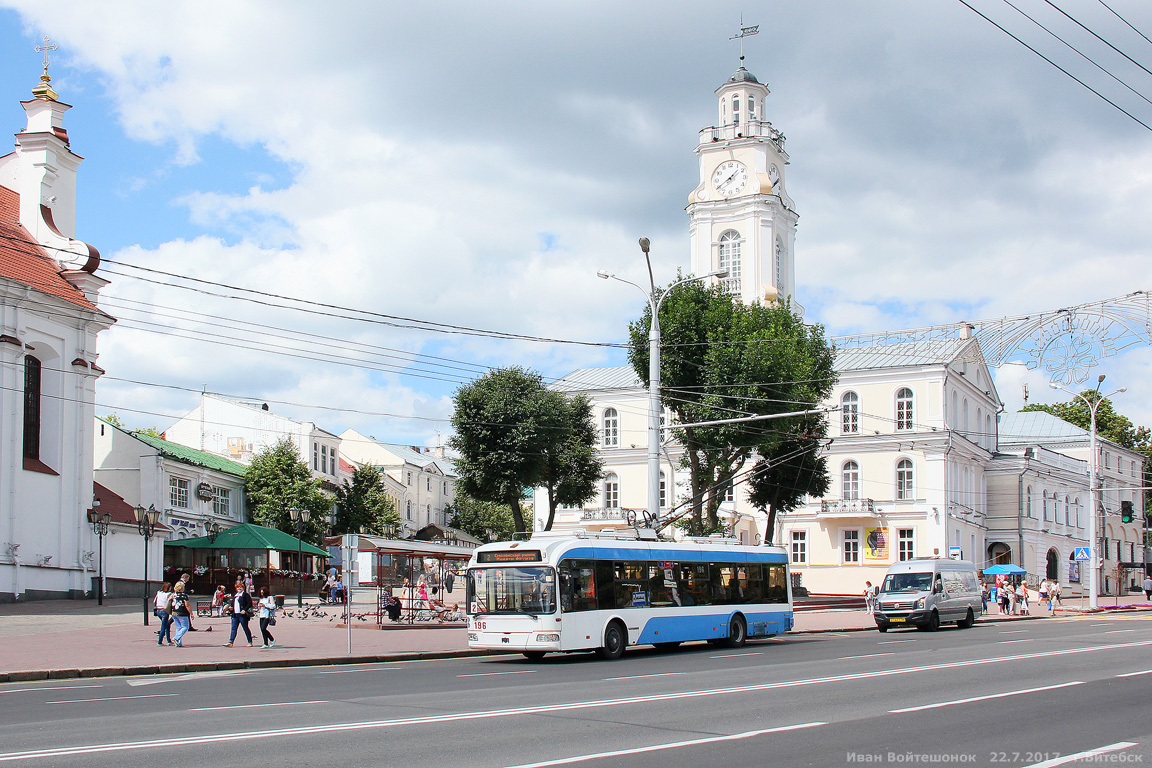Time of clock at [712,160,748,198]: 1:39
